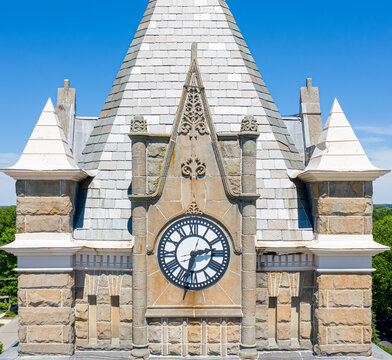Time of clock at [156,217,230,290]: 2:32
